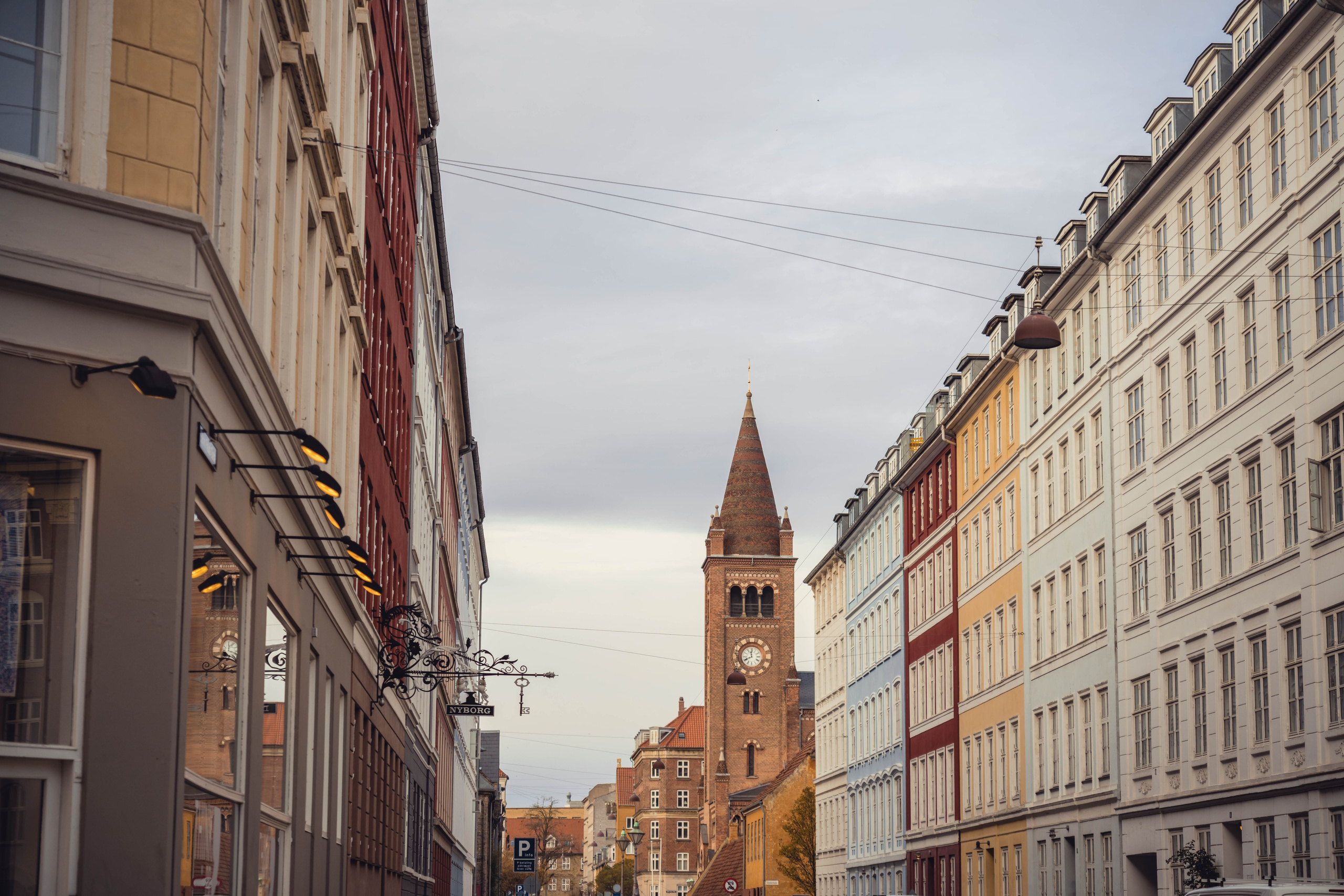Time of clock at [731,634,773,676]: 11:40
